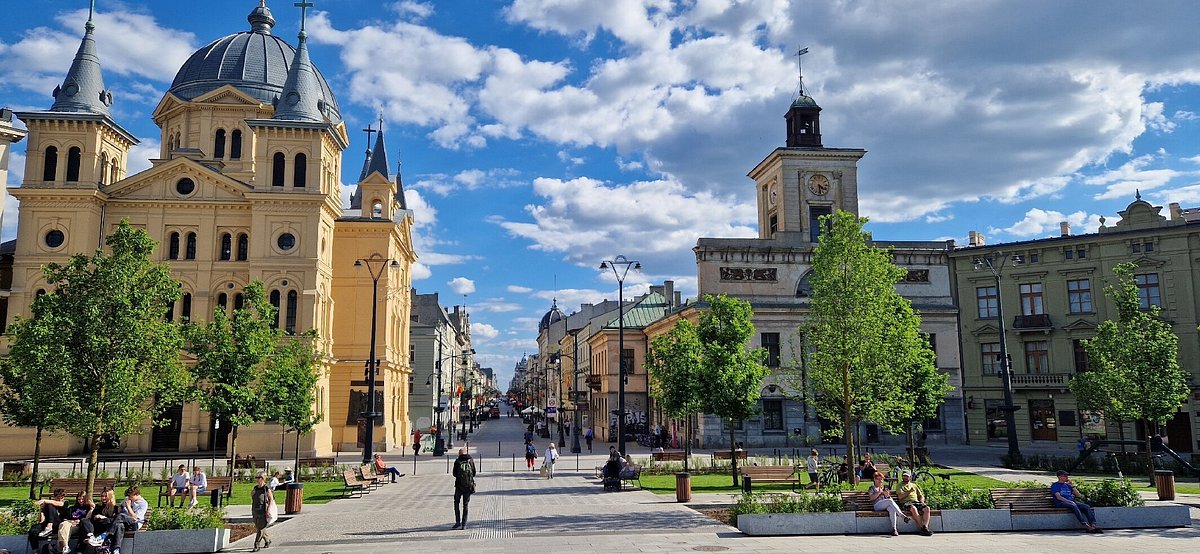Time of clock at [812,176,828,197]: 4:29
